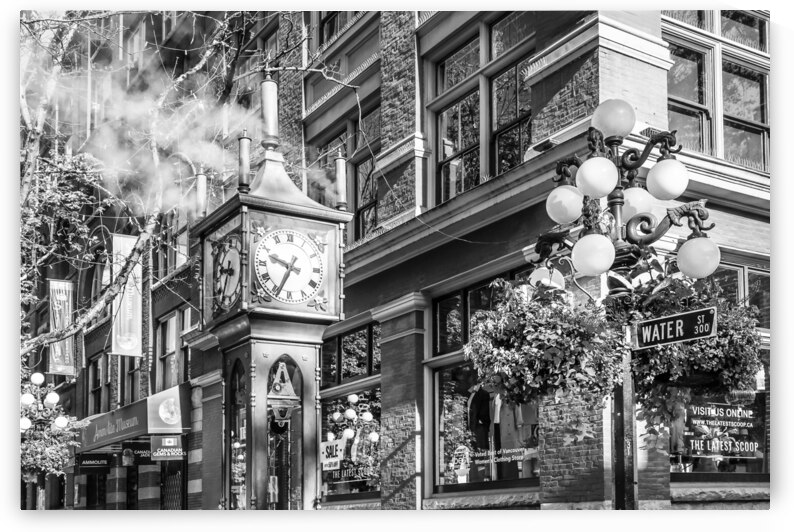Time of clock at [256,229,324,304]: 9:34
